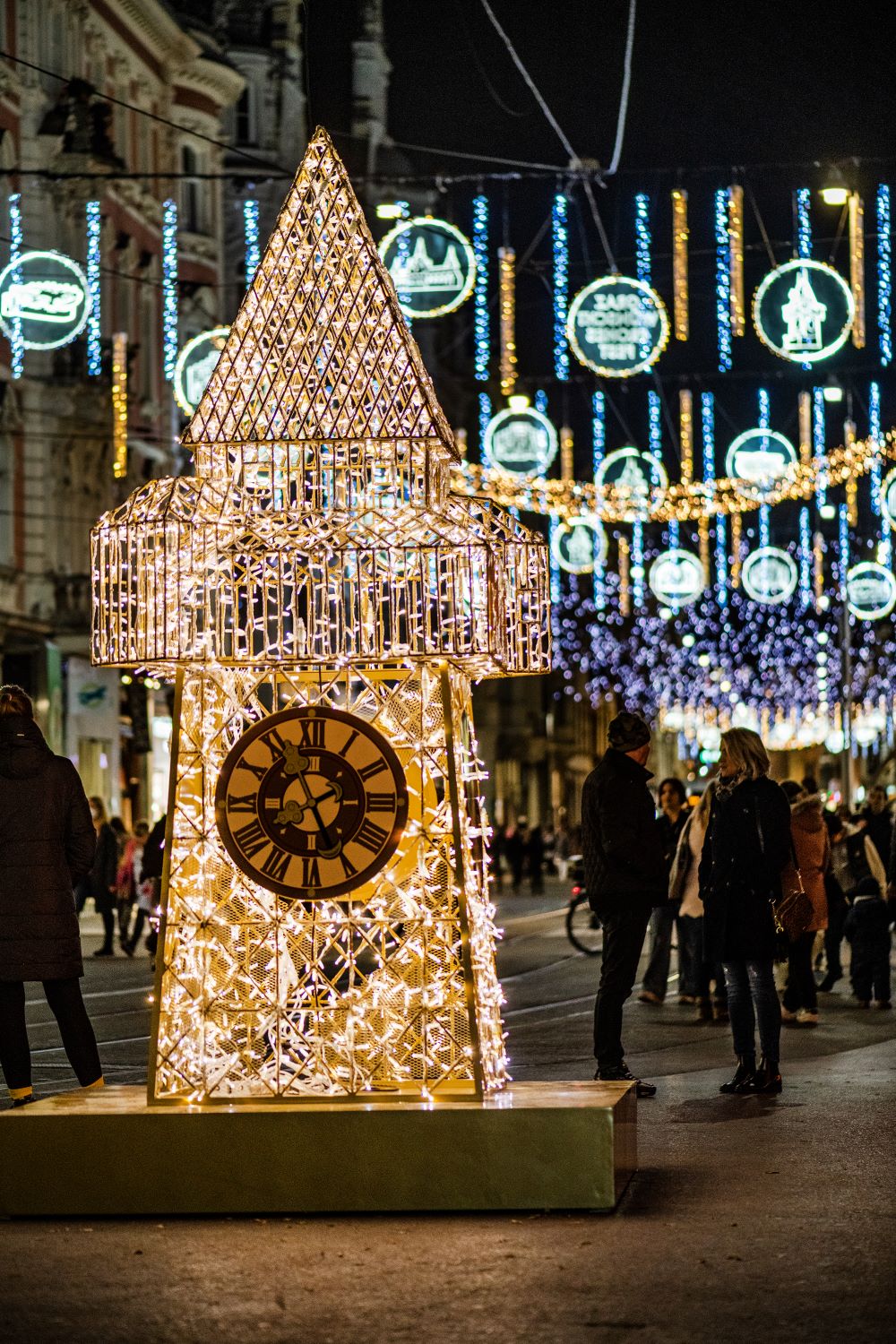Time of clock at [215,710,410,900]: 2:25
